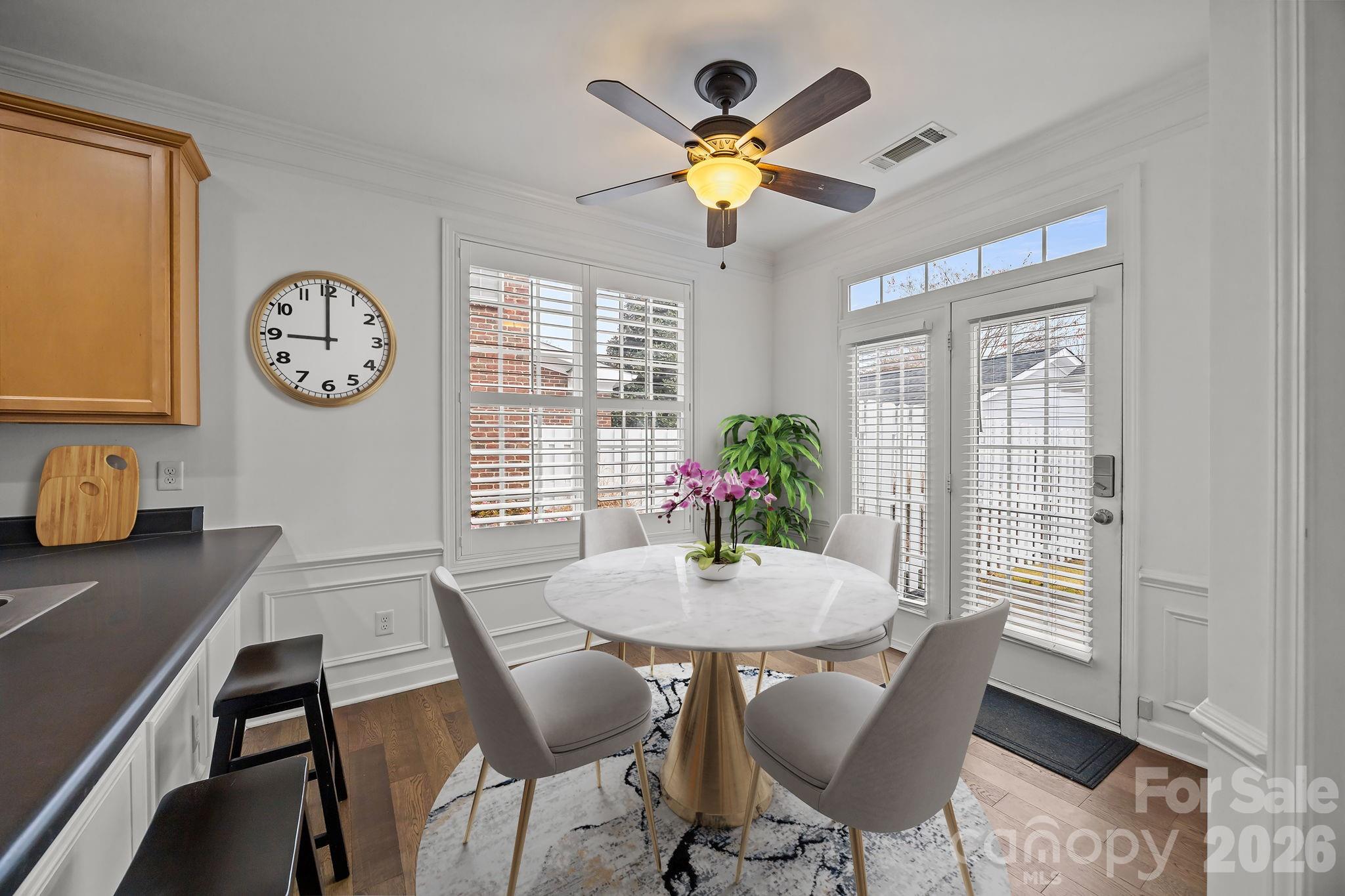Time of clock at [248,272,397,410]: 8:59
